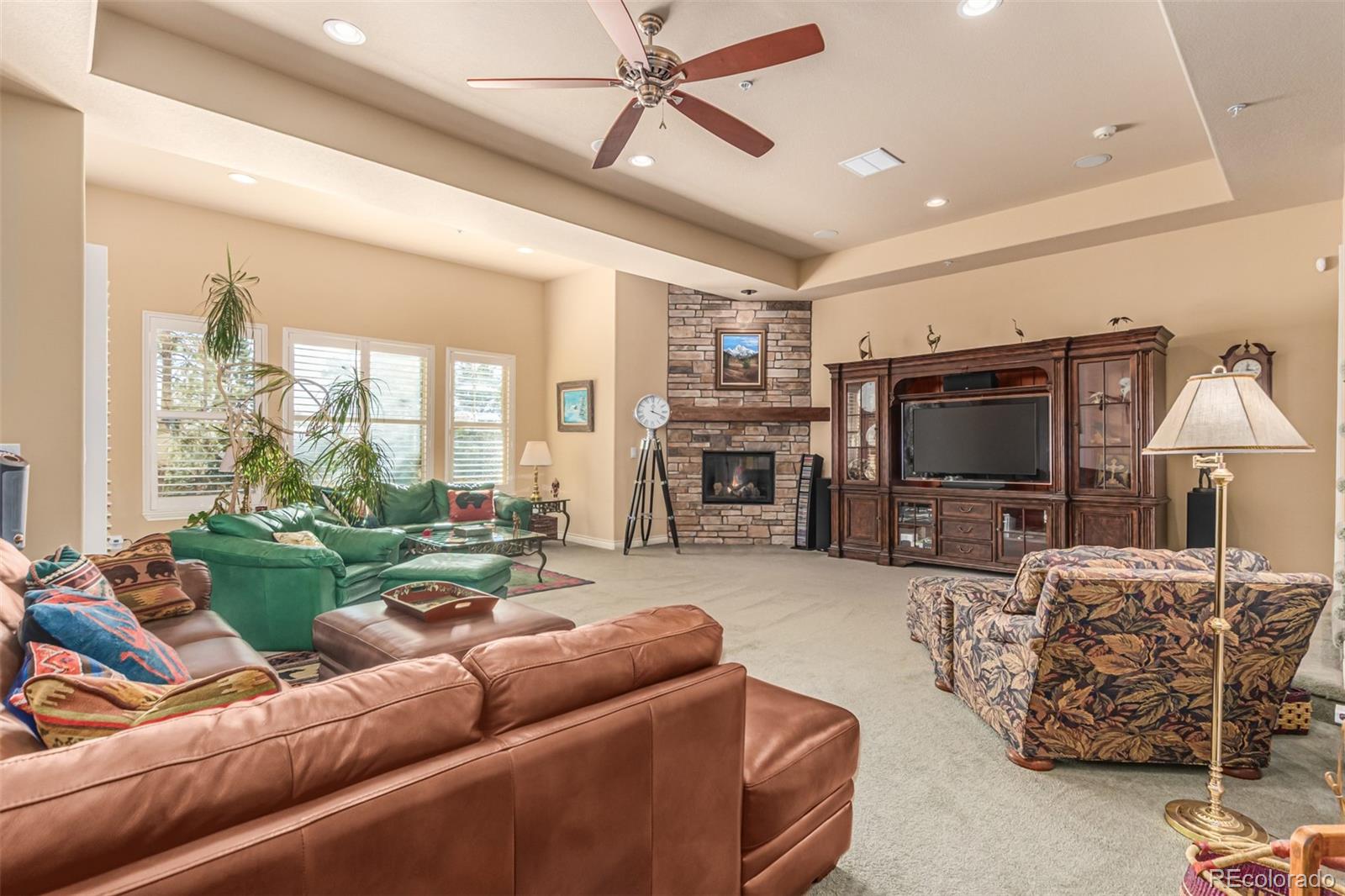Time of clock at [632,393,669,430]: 12:18
